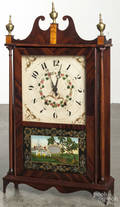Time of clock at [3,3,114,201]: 11:02
